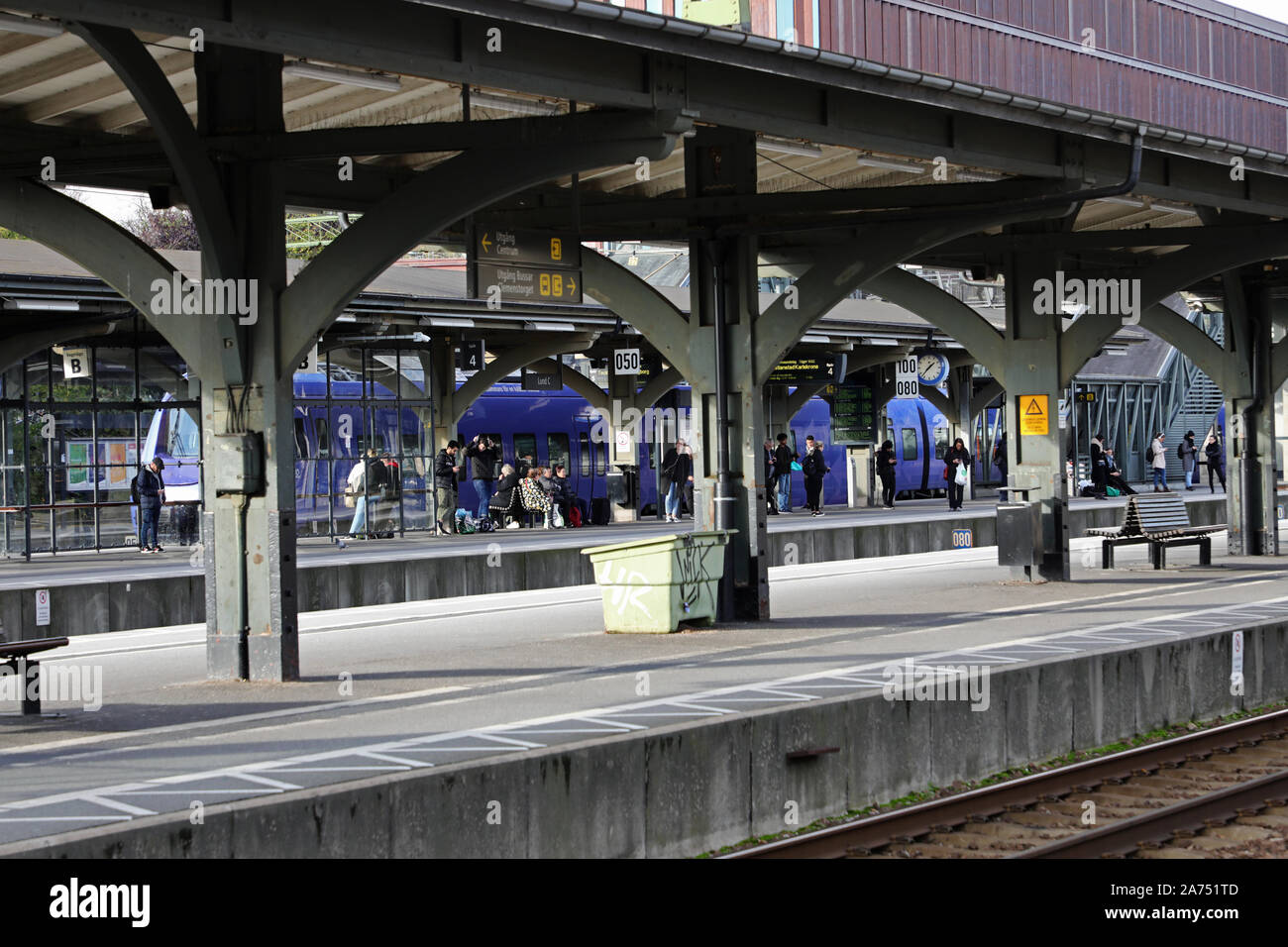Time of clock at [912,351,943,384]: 1:36
